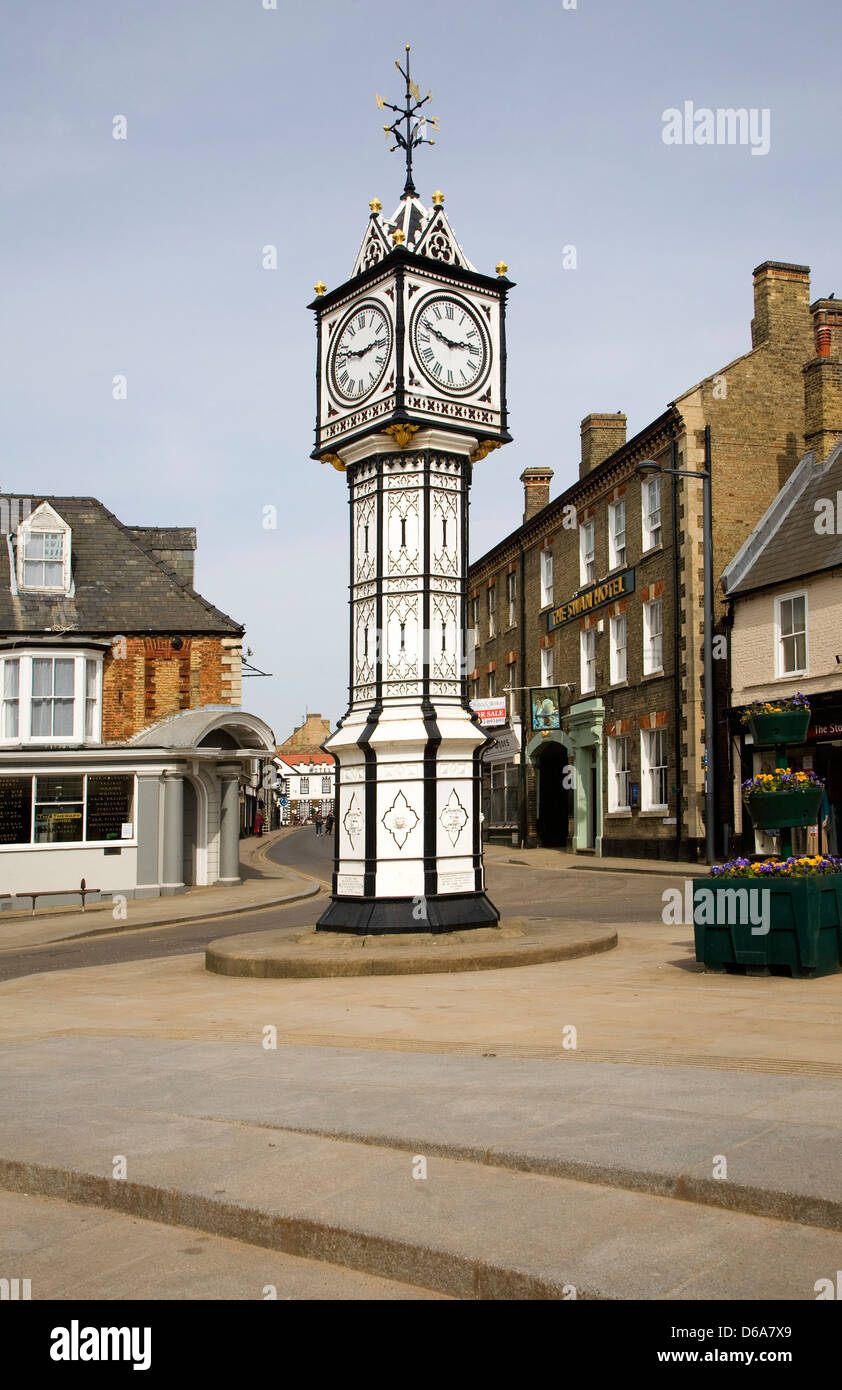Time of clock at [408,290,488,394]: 2:48
